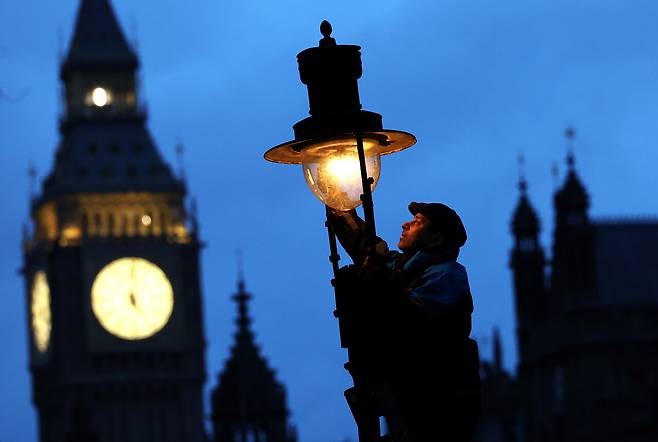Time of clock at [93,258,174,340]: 5:00
